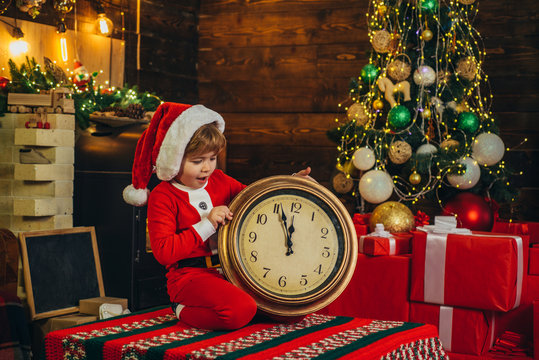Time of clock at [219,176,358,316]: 11:56
